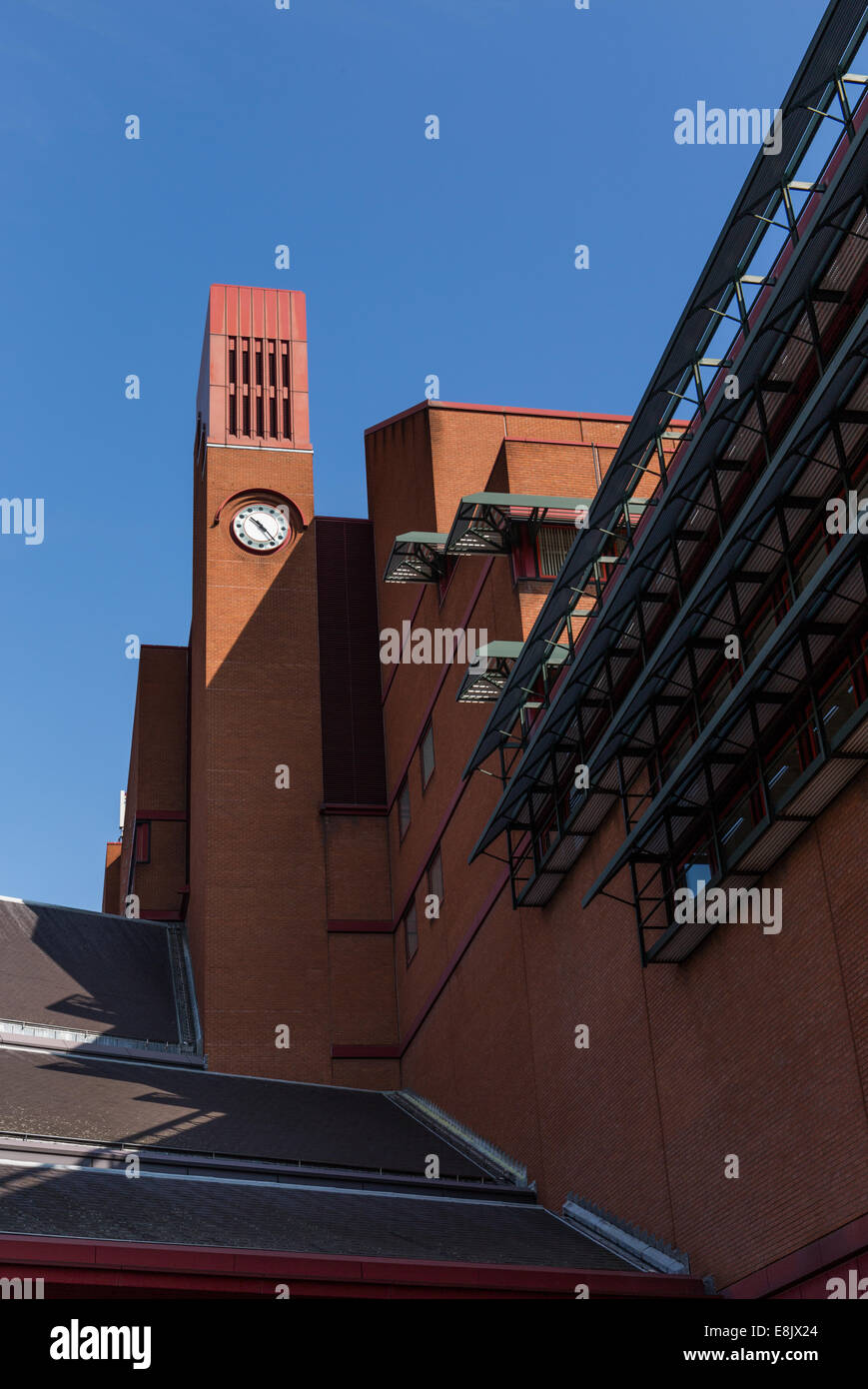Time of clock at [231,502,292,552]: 10:23
